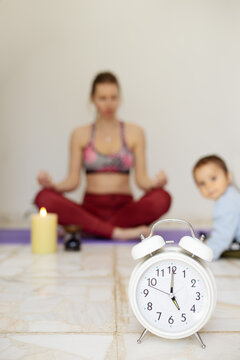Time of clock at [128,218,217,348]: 5:00
